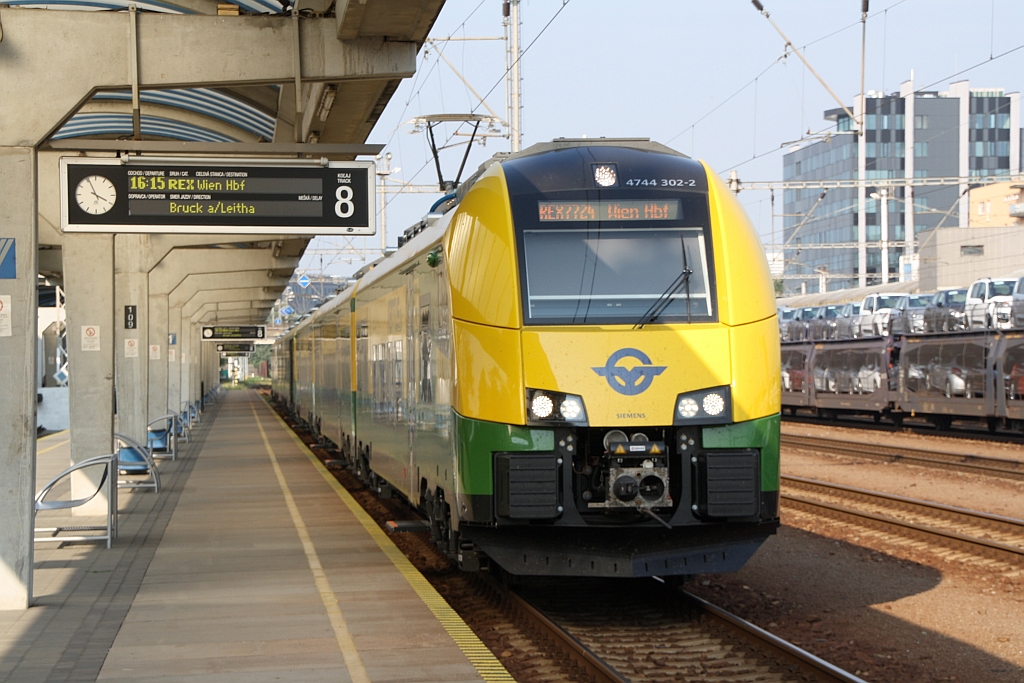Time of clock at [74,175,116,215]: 3:55
